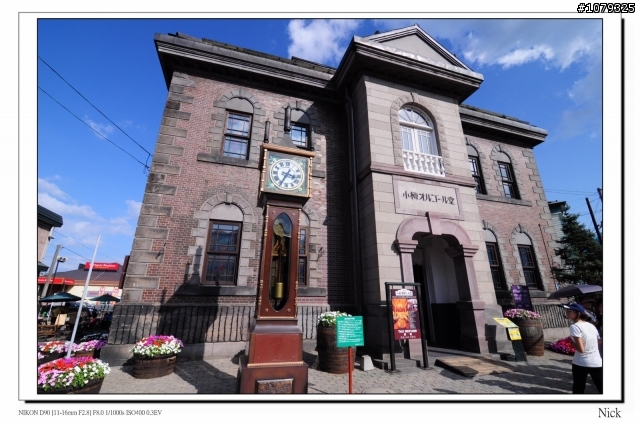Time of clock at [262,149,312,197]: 3:34
